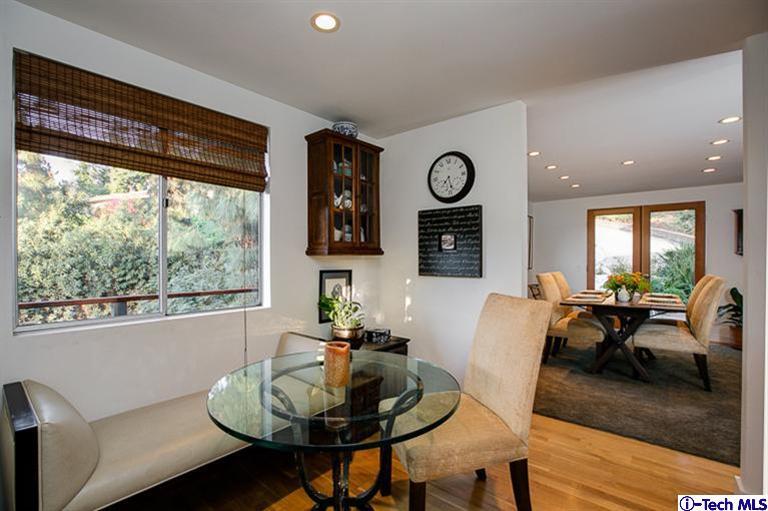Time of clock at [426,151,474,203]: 7:27
